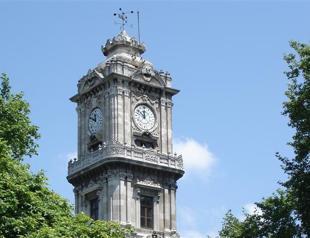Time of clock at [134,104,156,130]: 11:51
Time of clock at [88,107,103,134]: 11:49
